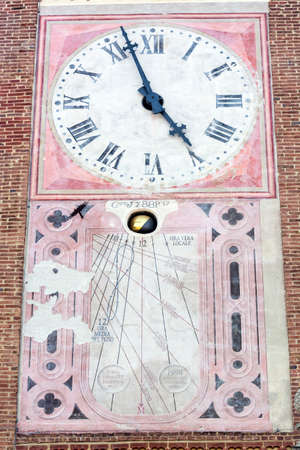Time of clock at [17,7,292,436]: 4:56
